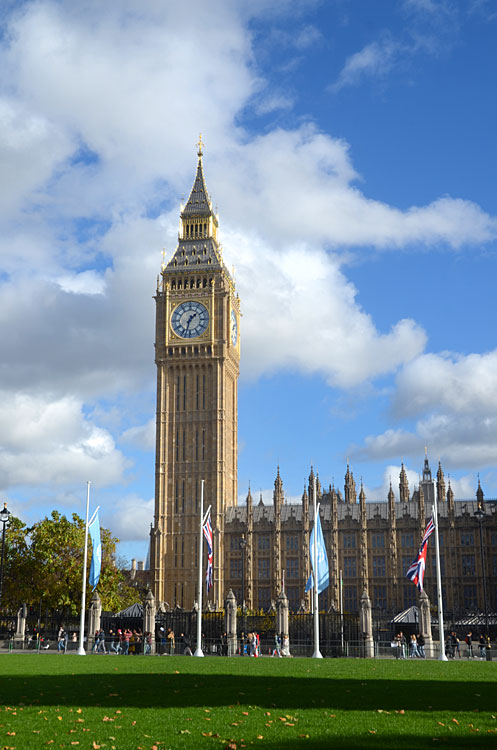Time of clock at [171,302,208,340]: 1:32
